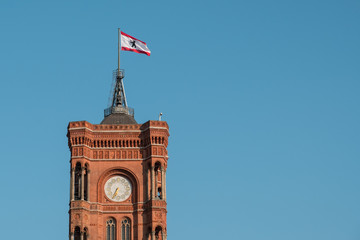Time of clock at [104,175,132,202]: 6:34
